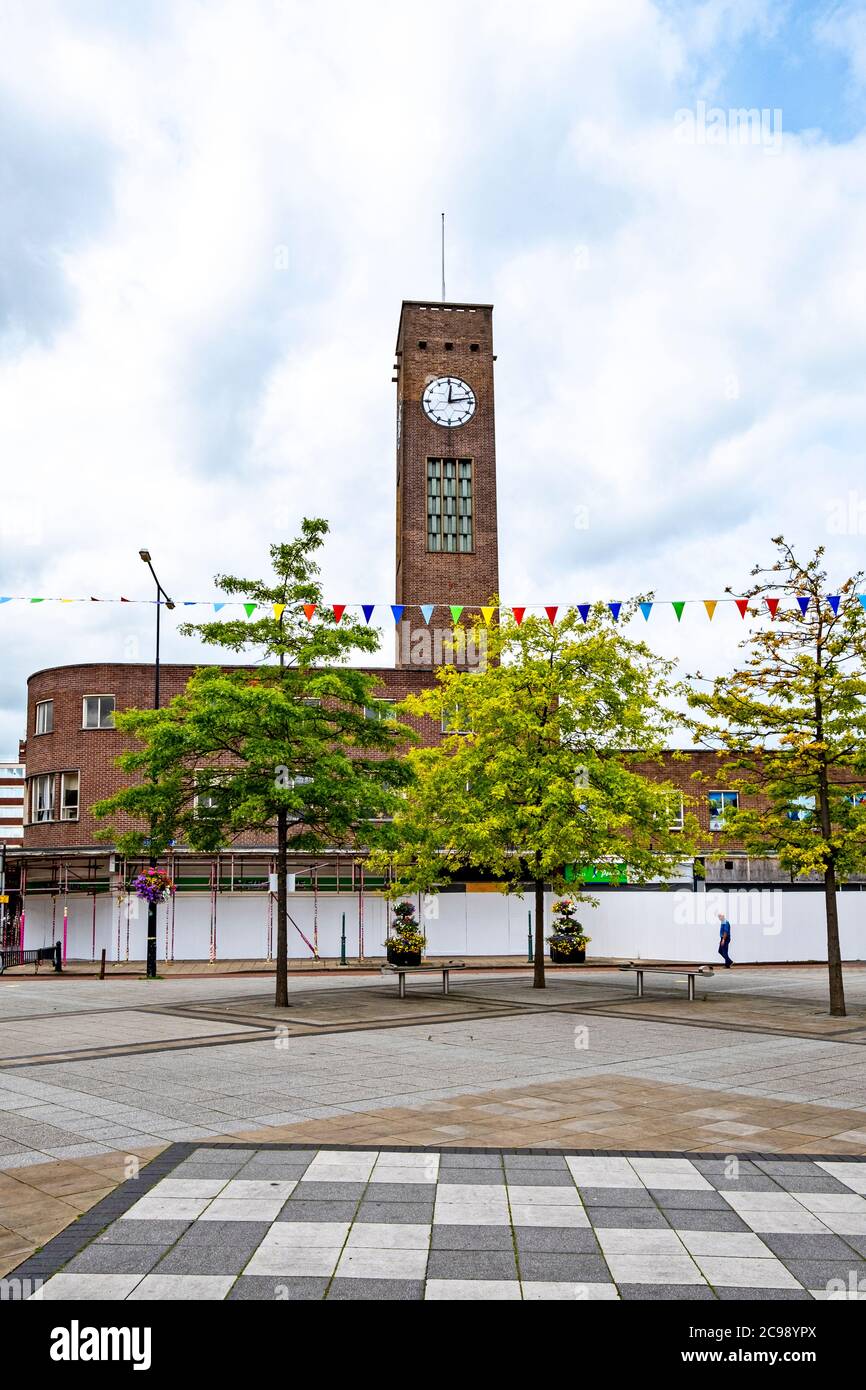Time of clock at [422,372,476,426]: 12:12
